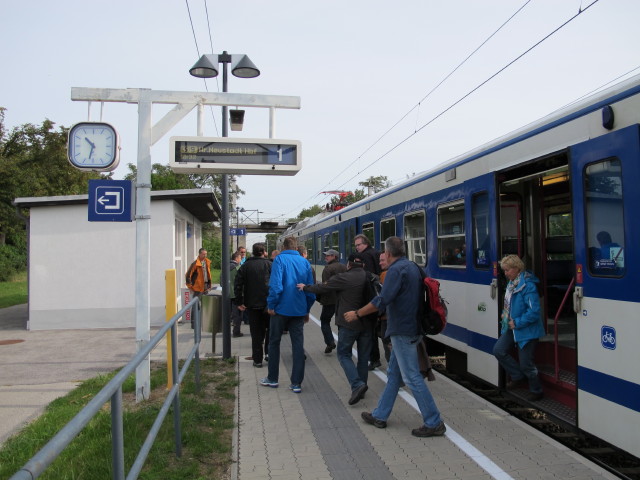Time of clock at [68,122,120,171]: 10:32
